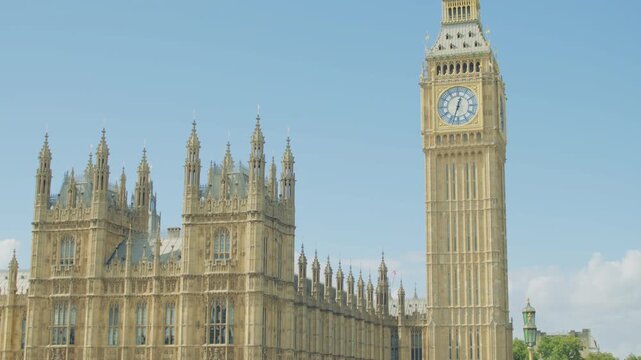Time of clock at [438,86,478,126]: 12:33
